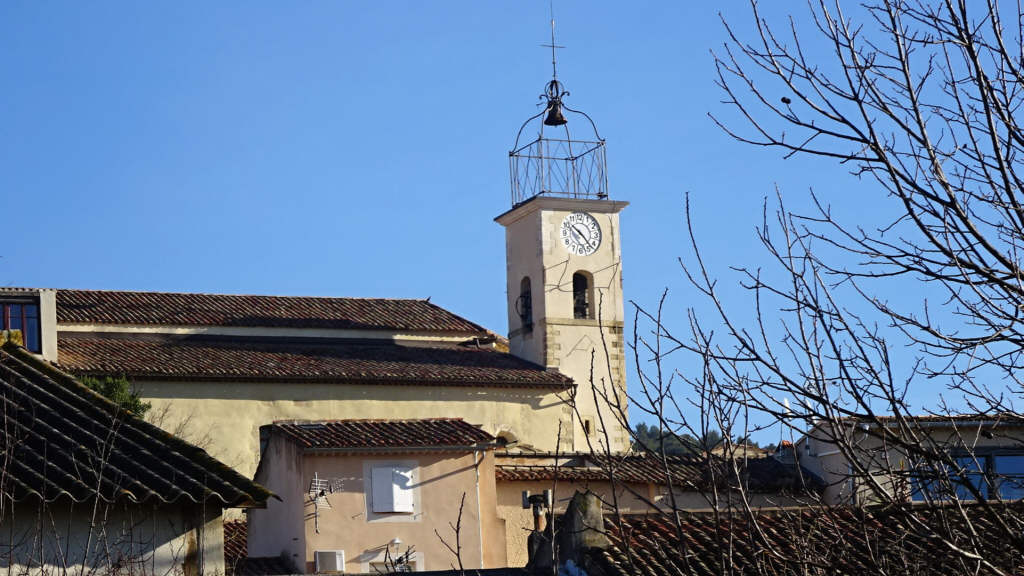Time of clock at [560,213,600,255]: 10:23
